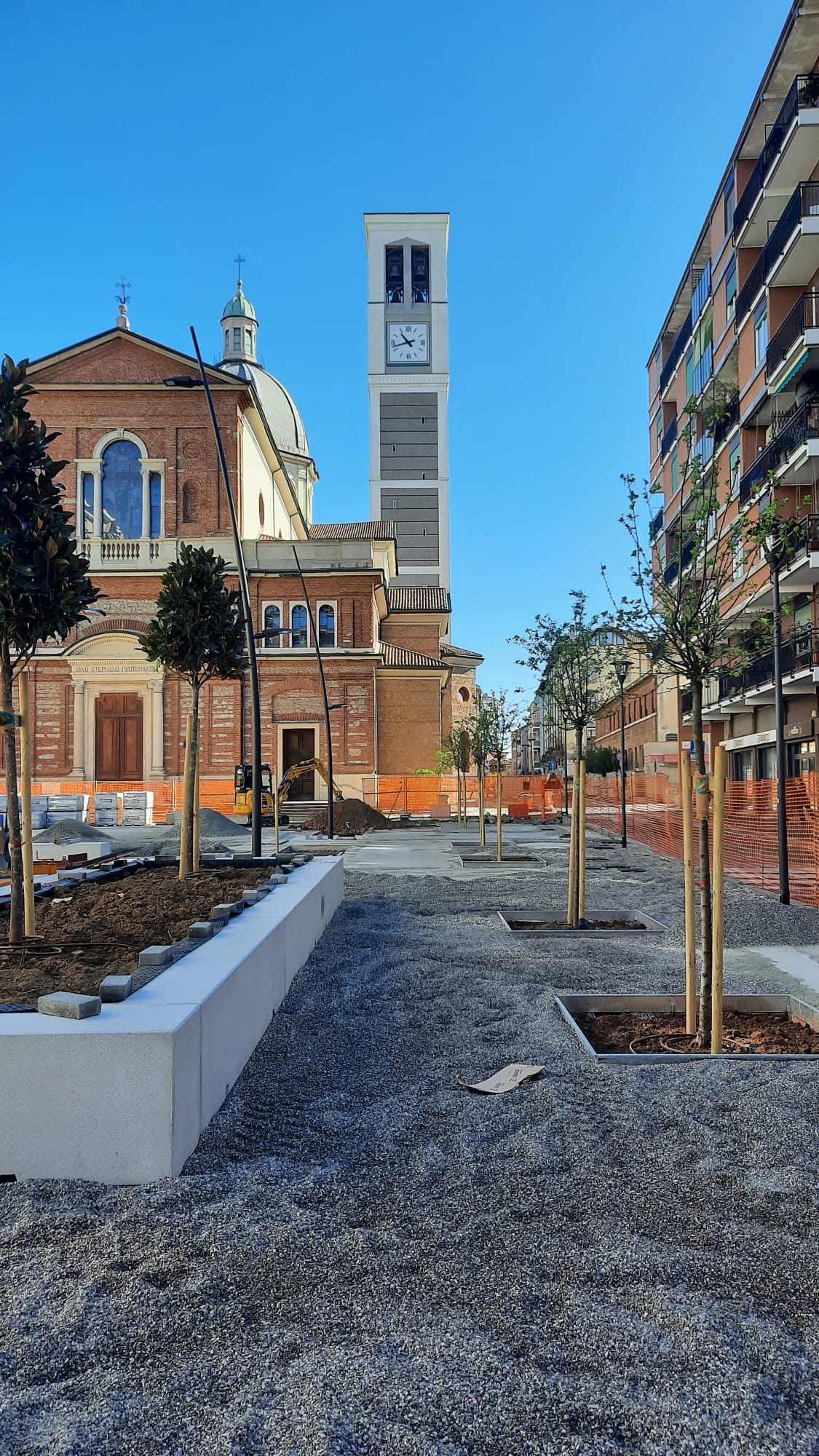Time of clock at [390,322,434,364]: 10:42
